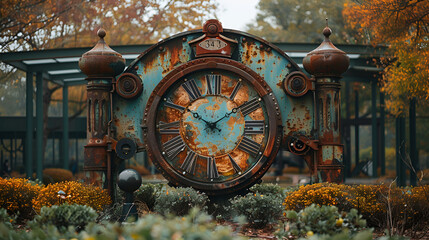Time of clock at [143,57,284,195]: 1:50
